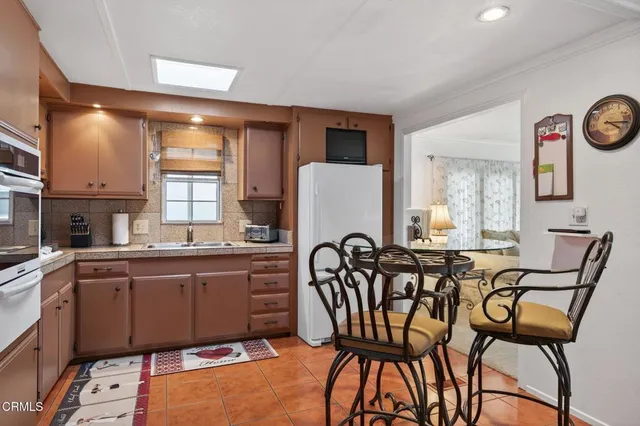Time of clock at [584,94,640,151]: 4:16
